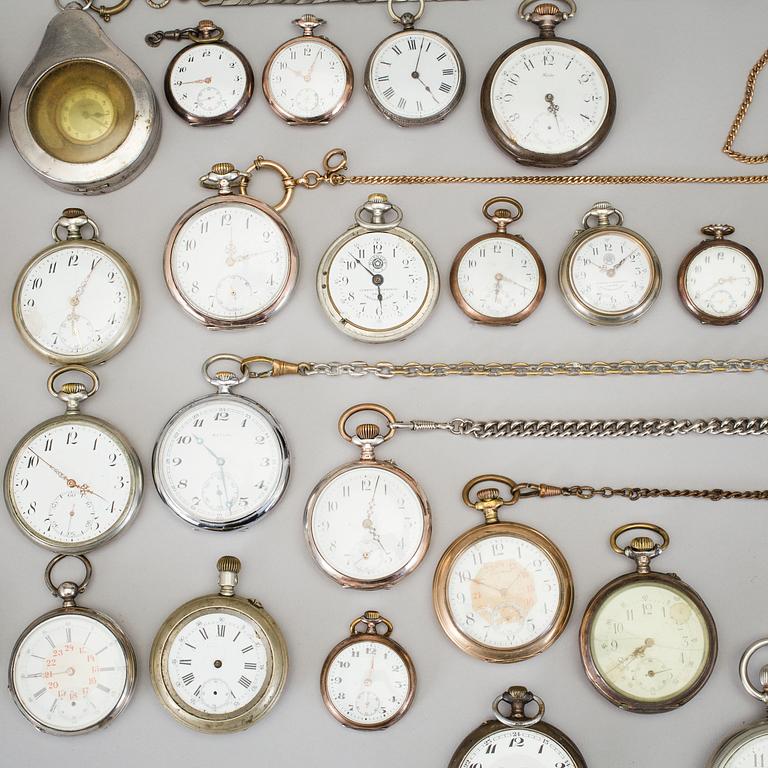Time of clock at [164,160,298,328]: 12:12
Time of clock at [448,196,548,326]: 6:19
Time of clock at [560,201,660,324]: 10:08
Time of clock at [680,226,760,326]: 2:39
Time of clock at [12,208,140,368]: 6:05
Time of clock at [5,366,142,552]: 3:51
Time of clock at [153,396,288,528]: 10:28
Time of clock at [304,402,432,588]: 5:02
